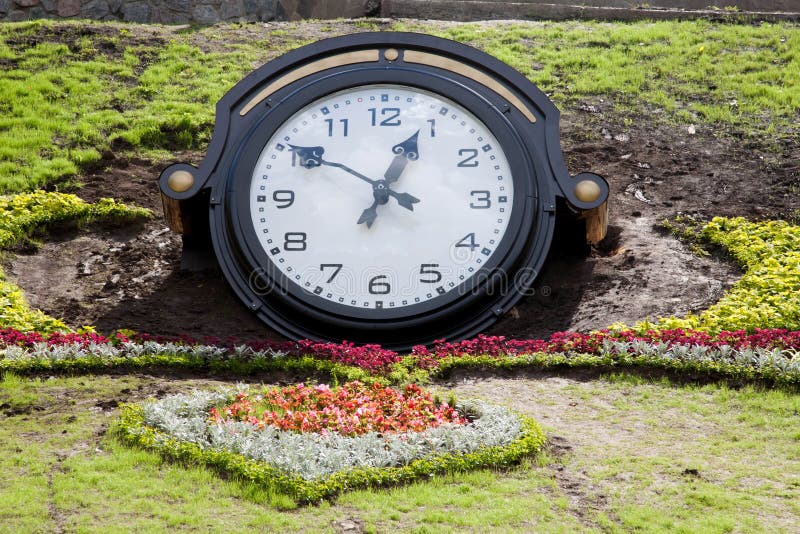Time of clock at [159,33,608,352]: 12:50
